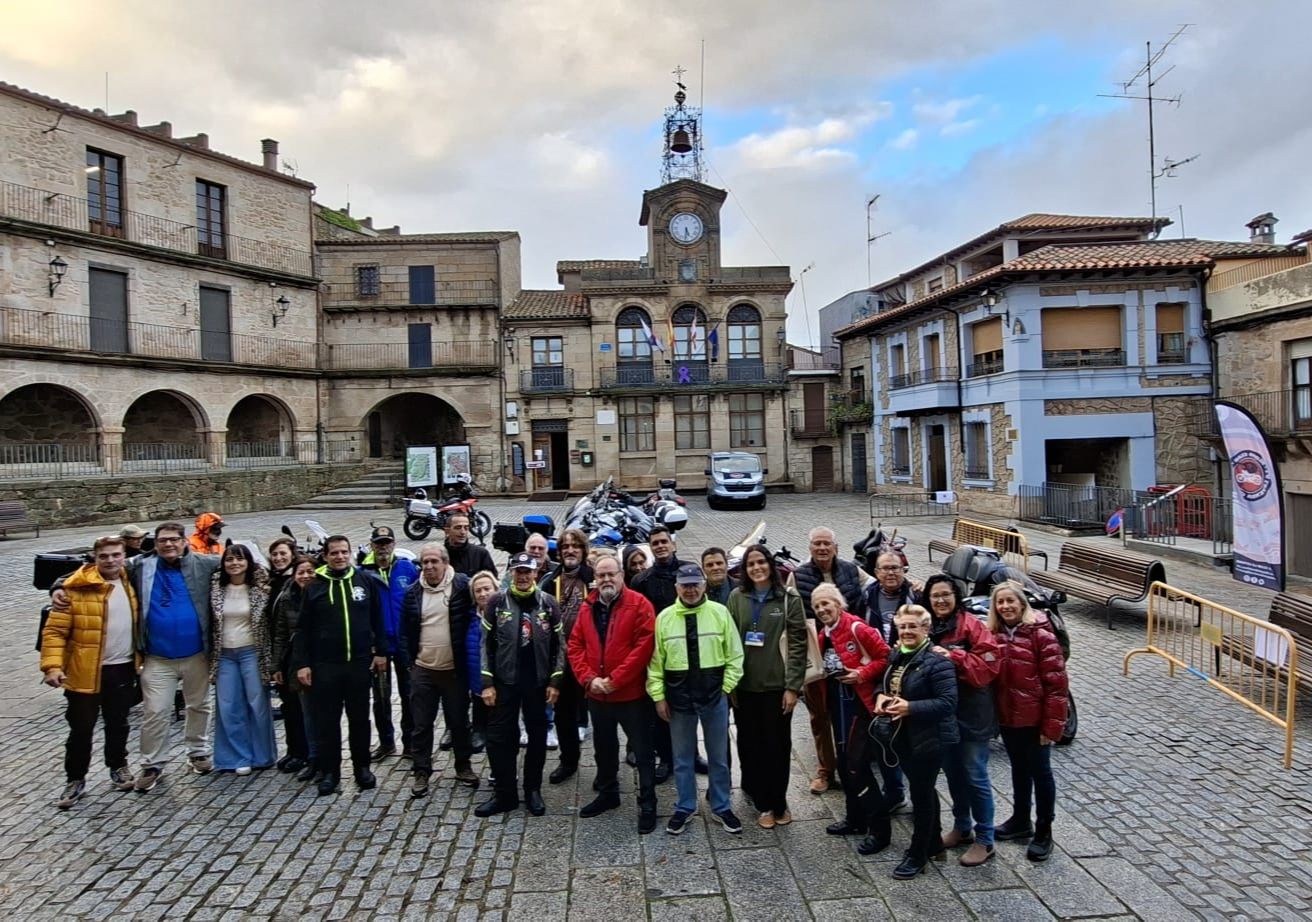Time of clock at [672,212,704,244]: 5:31
